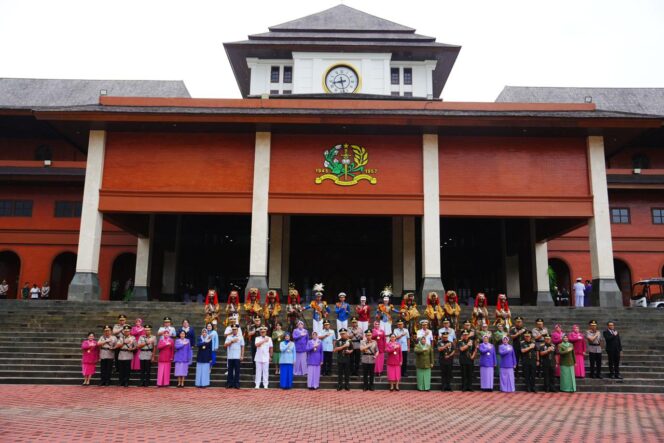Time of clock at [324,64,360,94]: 8:28
